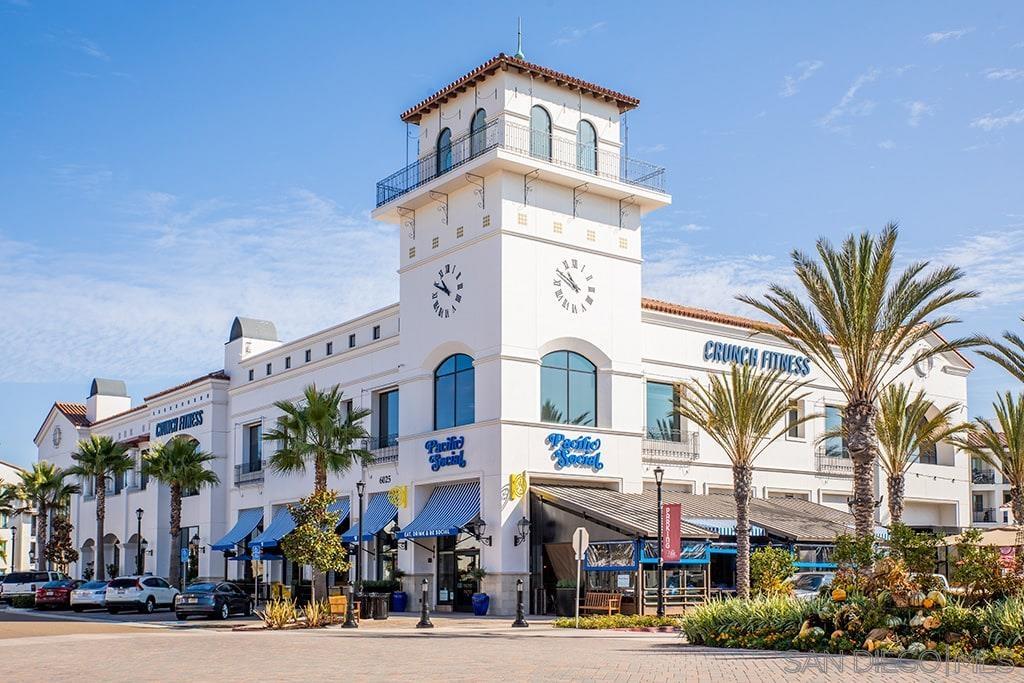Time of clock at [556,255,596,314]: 10:49
